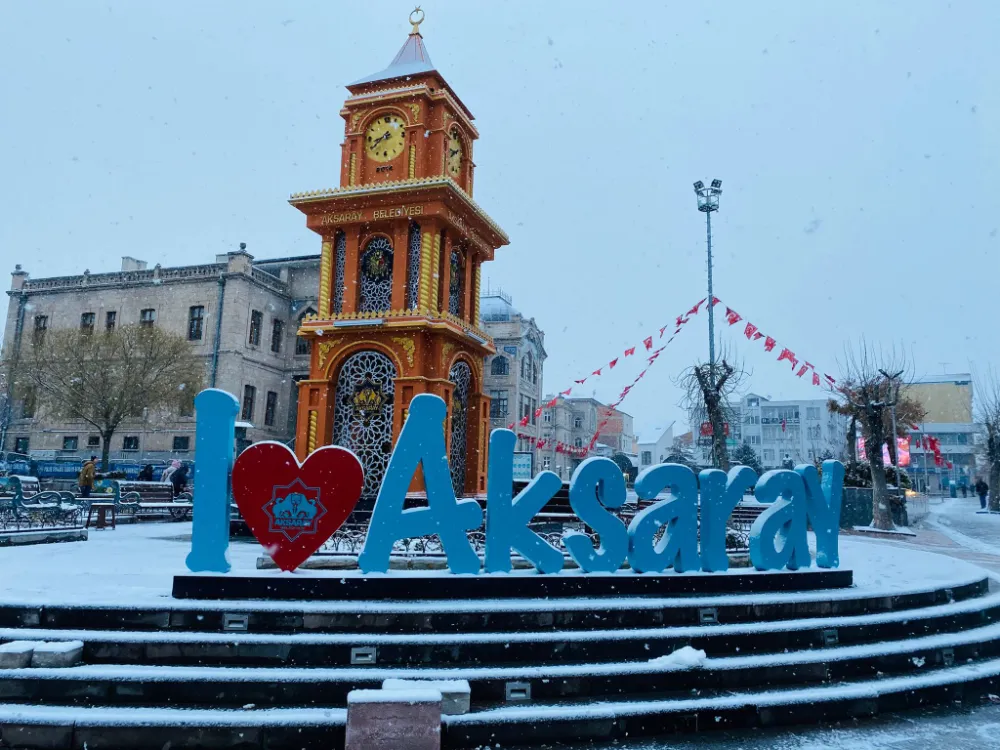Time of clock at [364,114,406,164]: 8:38
